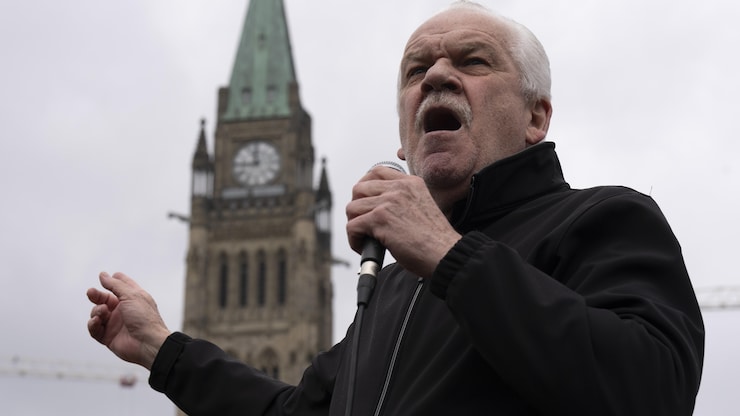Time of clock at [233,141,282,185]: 11:45
